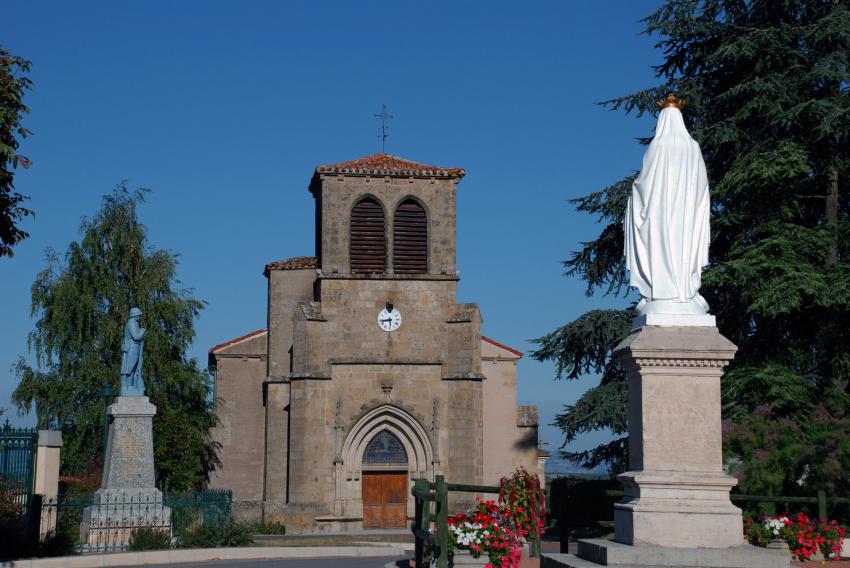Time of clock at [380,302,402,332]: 5:43
